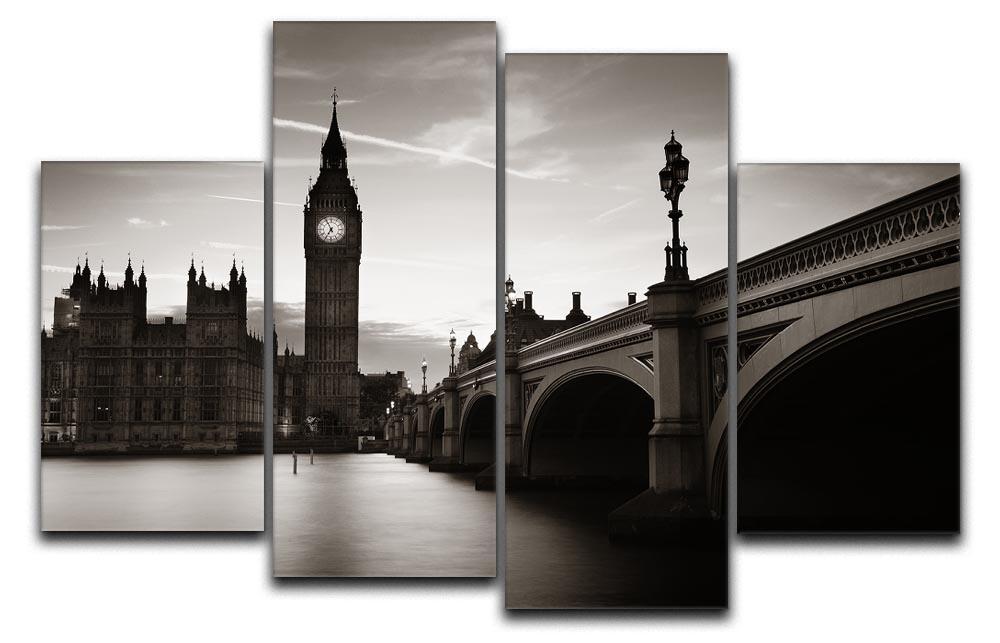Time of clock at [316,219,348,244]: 6:55
